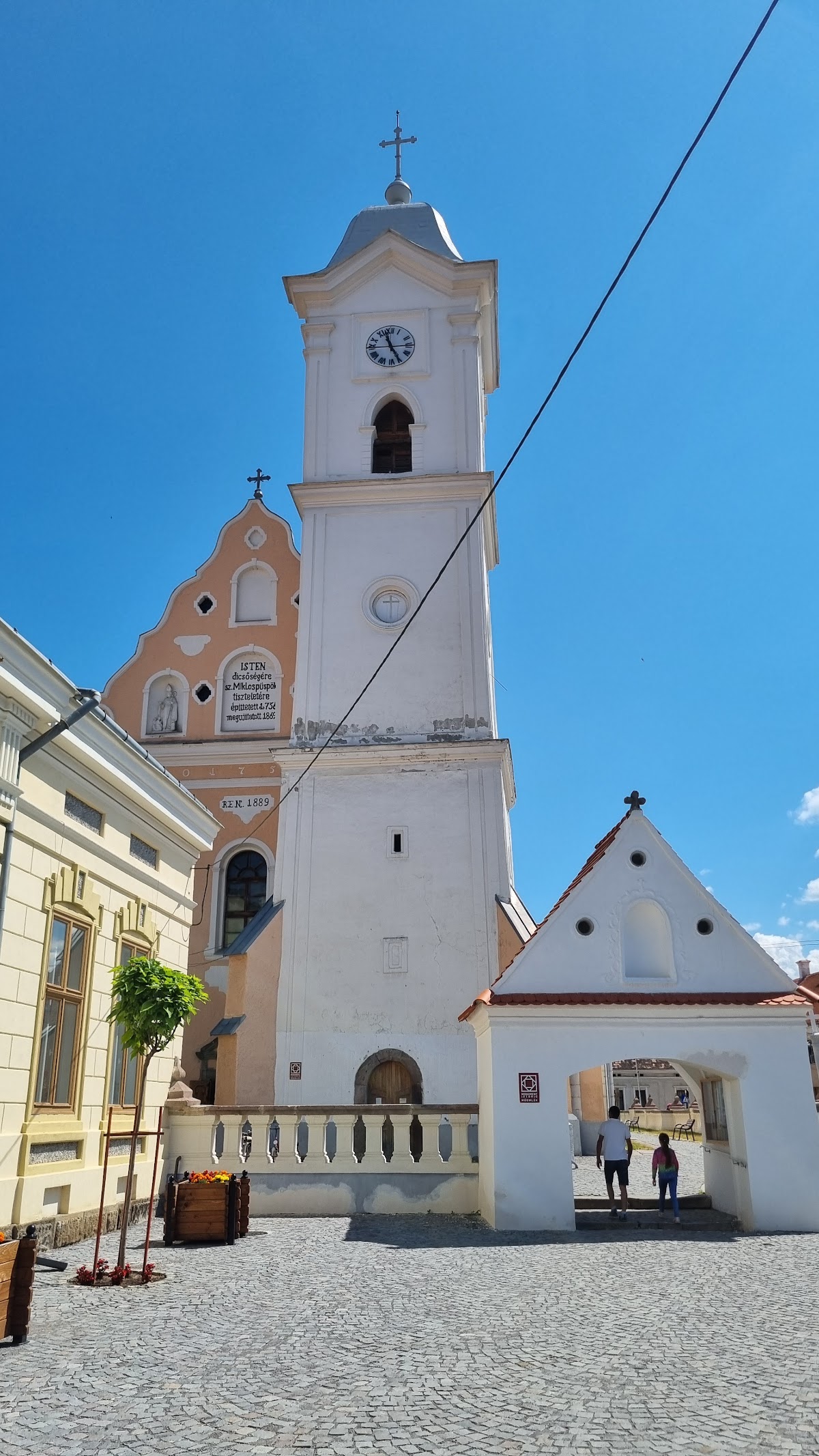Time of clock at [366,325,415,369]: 11:25
